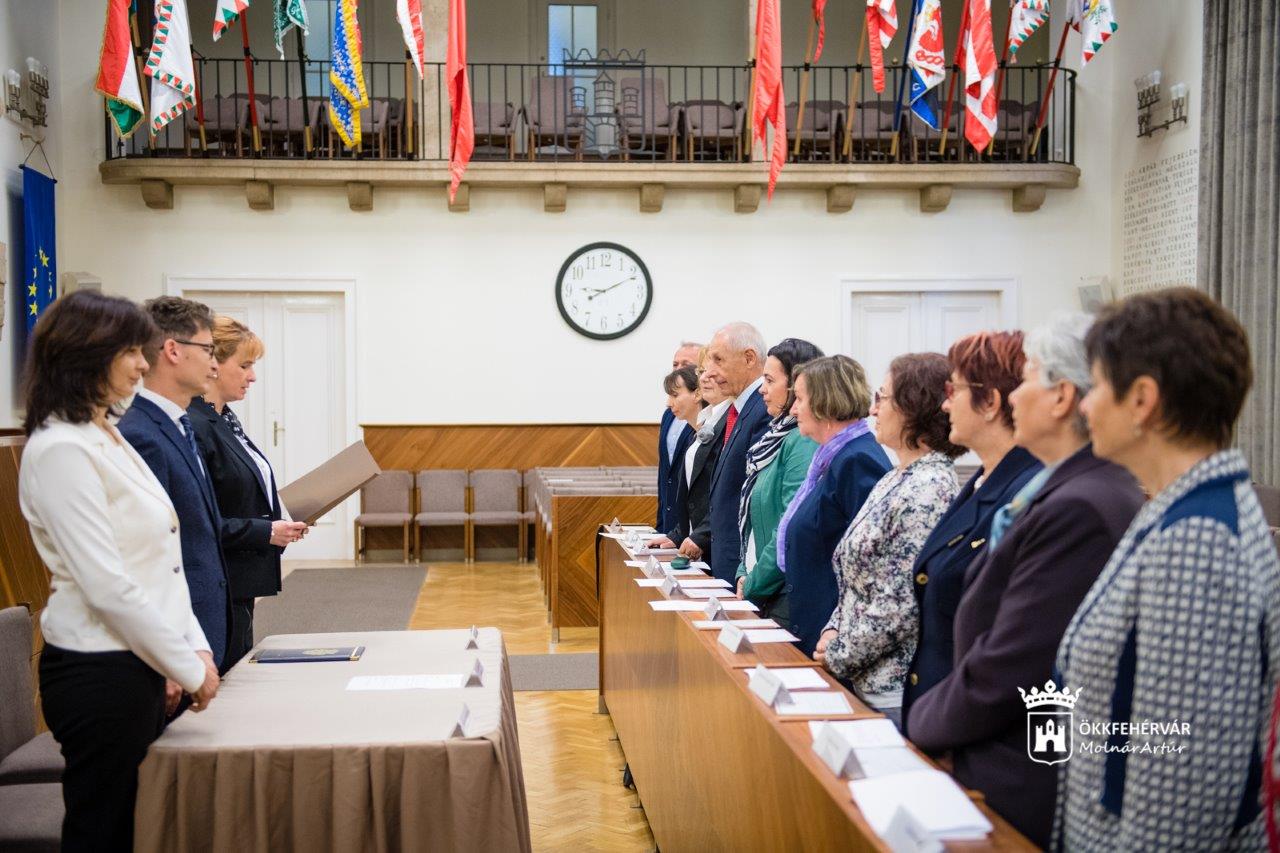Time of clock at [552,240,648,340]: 9:10
